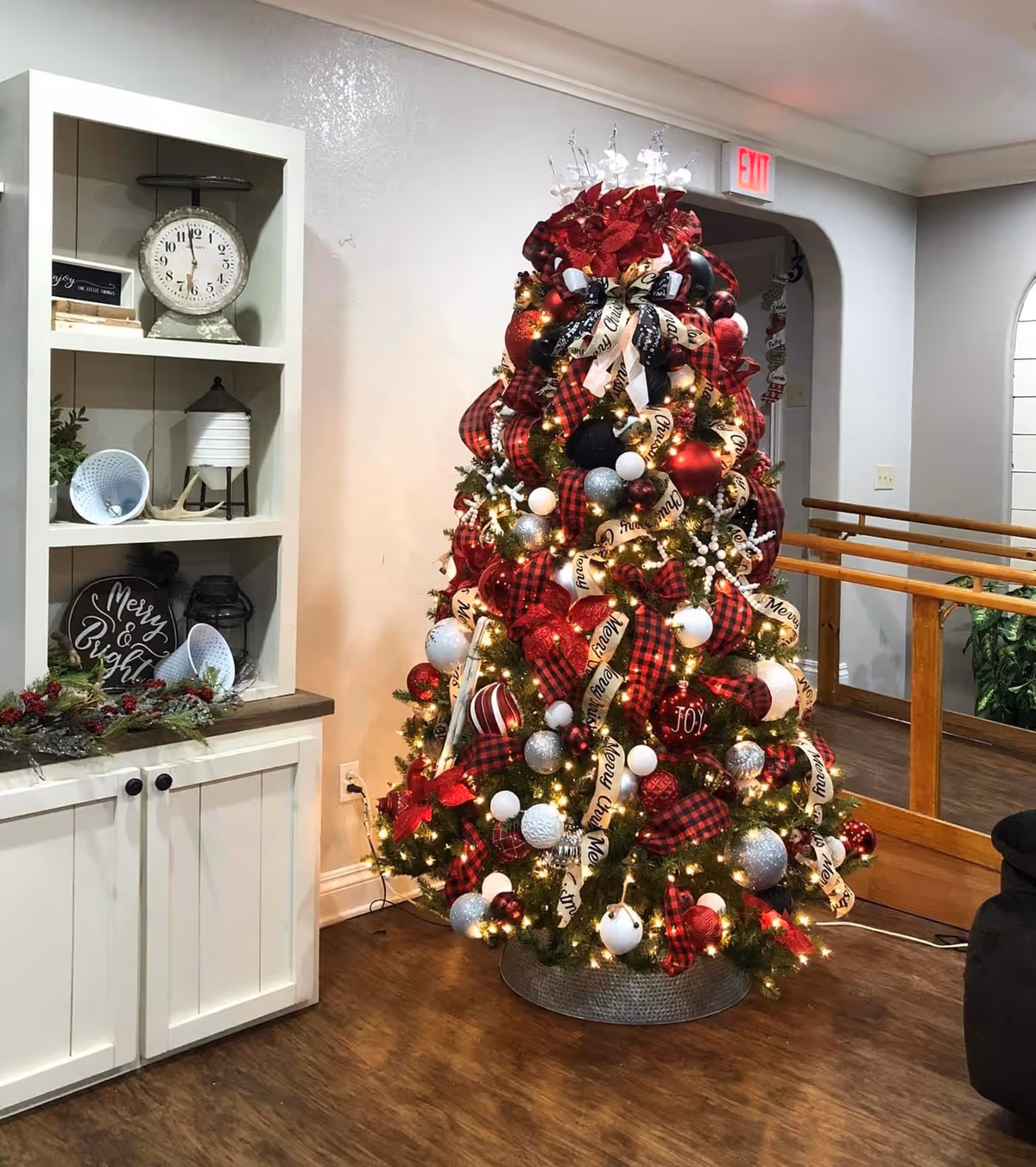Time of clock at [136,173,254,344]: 11:32
